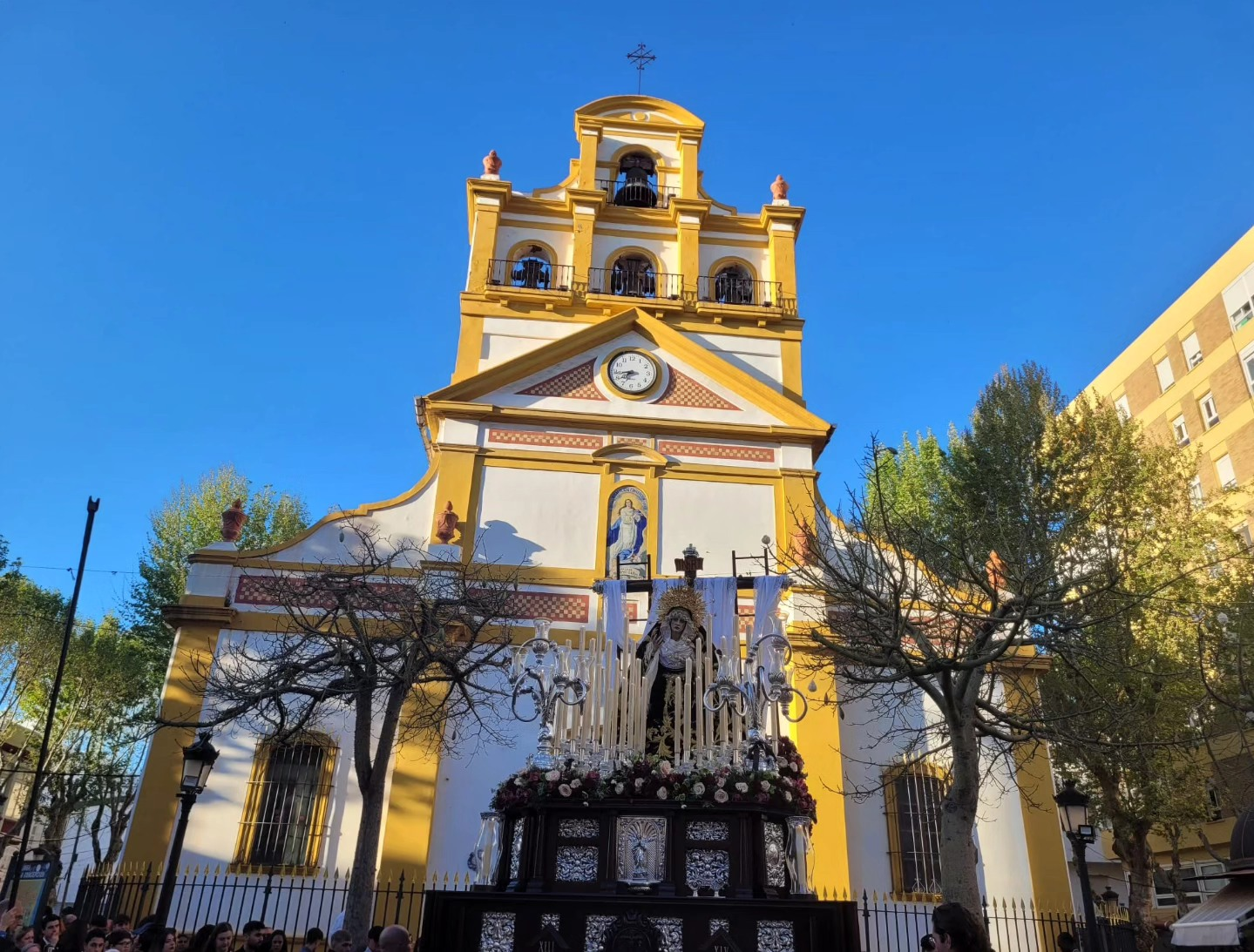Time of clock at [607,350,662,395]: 7:43
